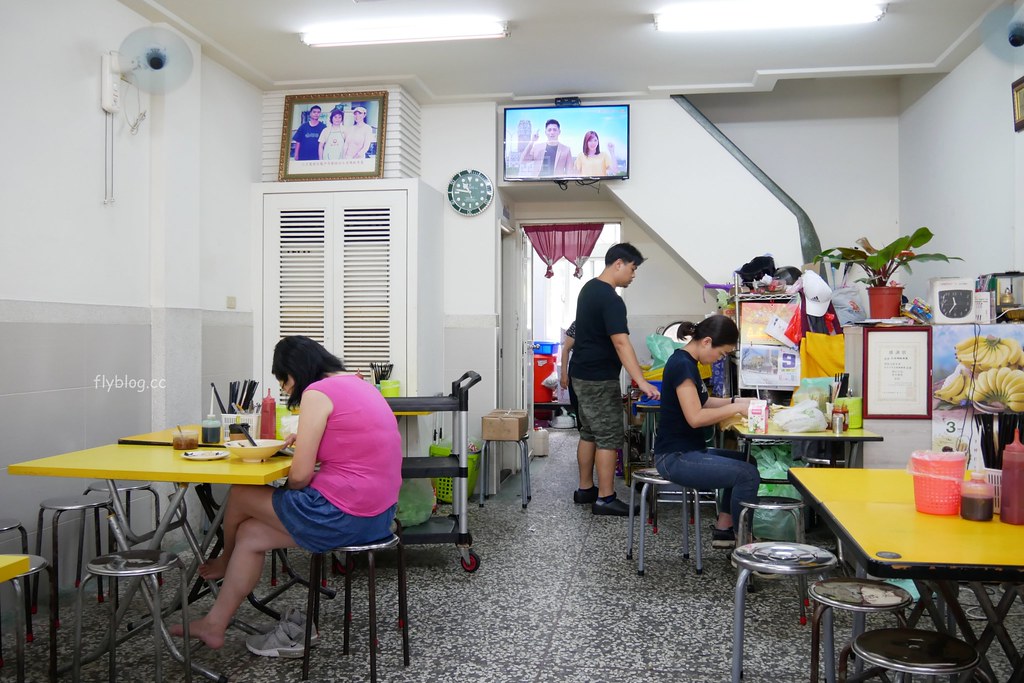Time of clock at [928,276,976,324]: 11:35
